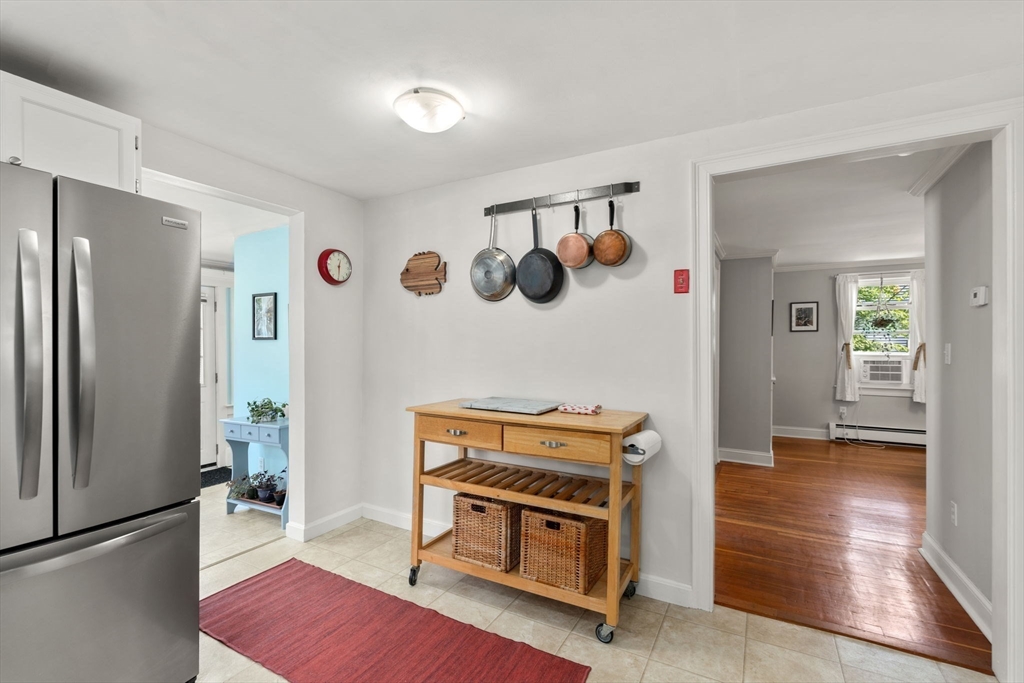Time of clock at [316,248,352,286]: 12:29
